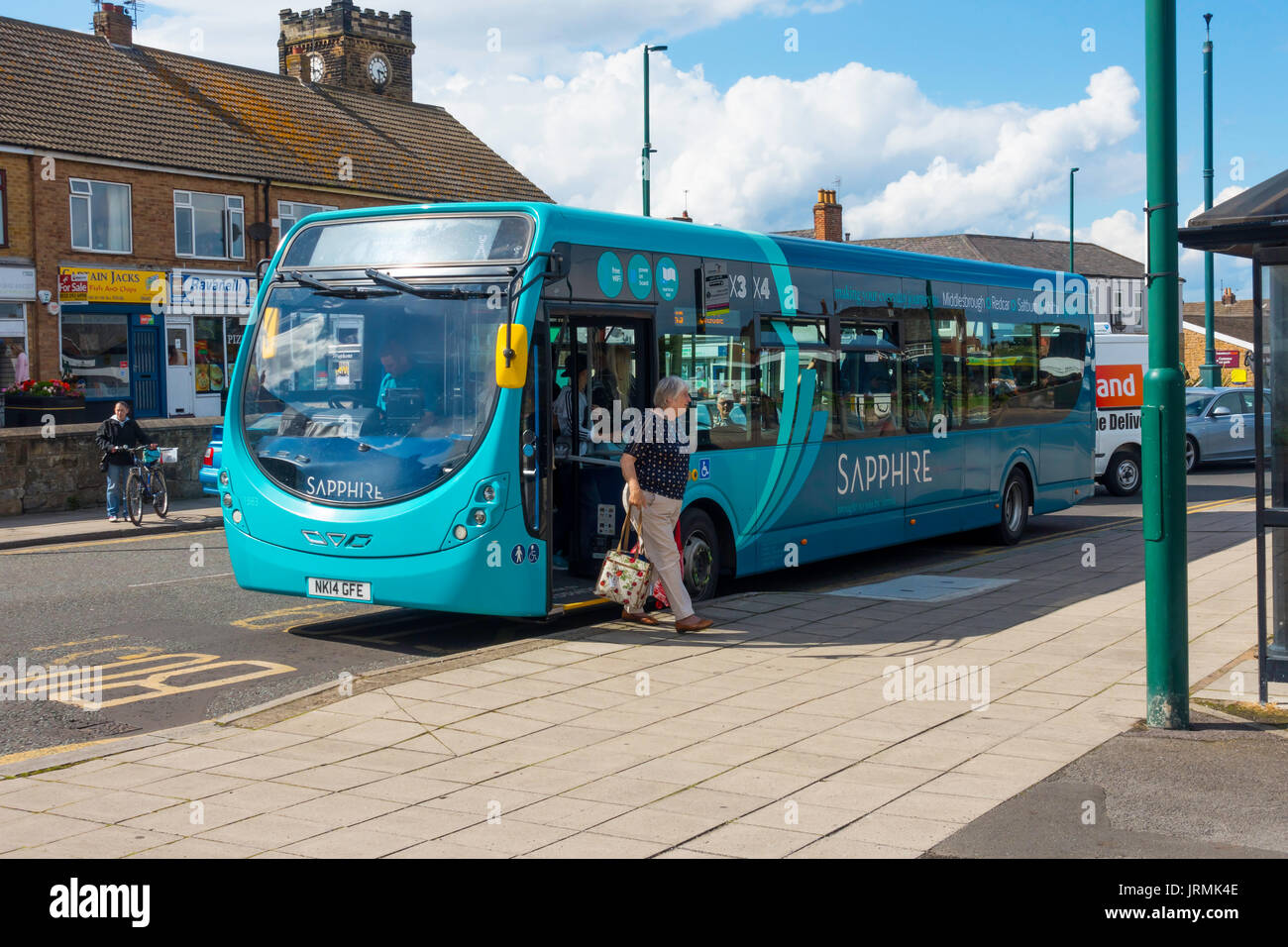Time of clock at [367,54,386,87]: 3:28
